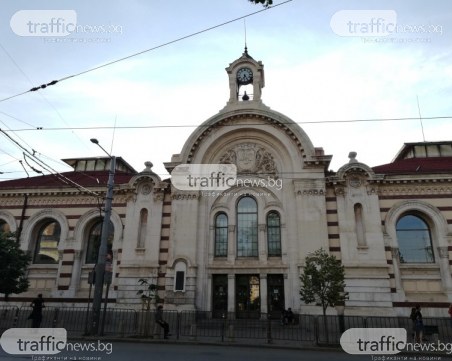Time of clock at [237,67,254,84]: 6:24
